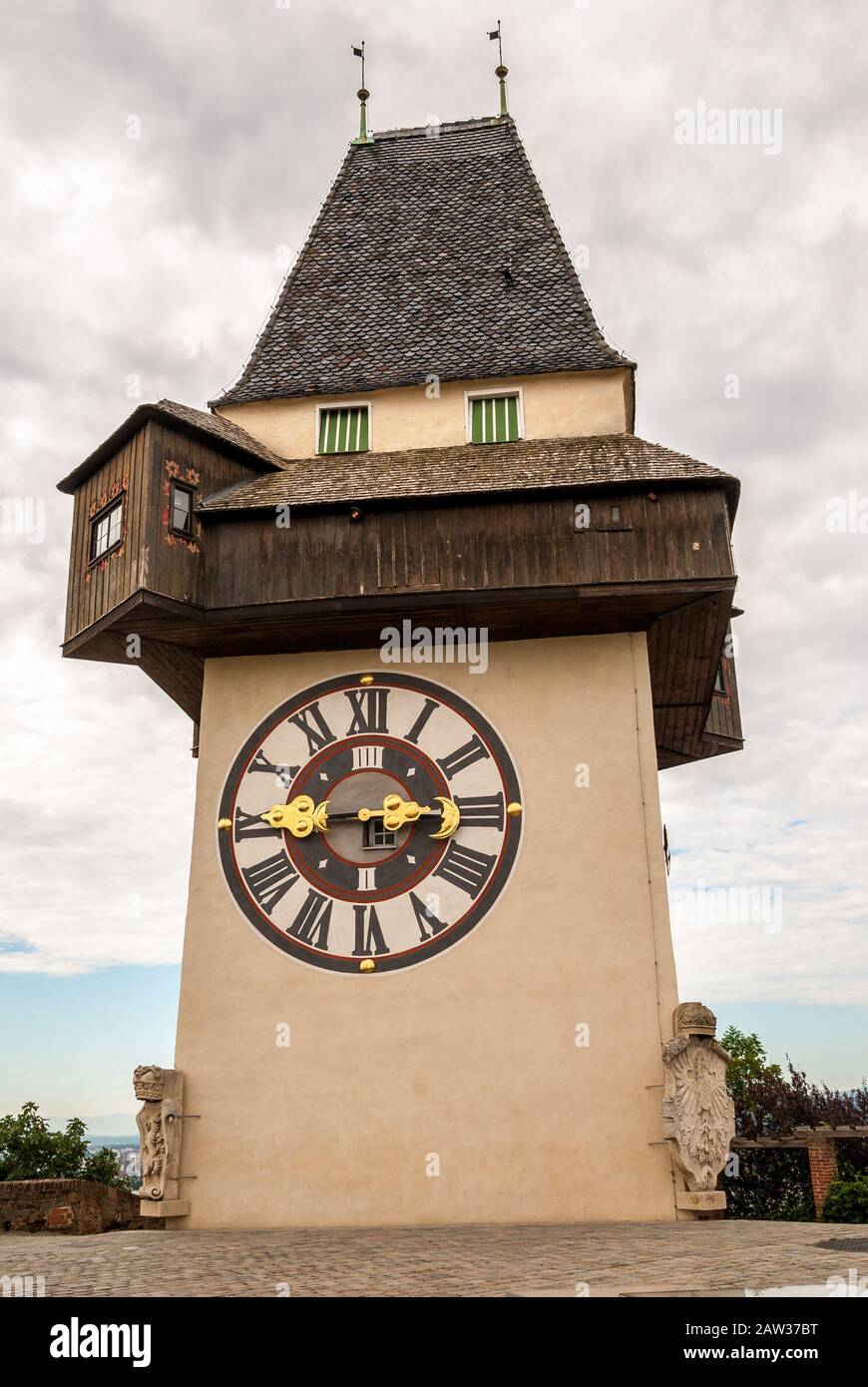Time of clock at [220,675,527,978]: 2:45
